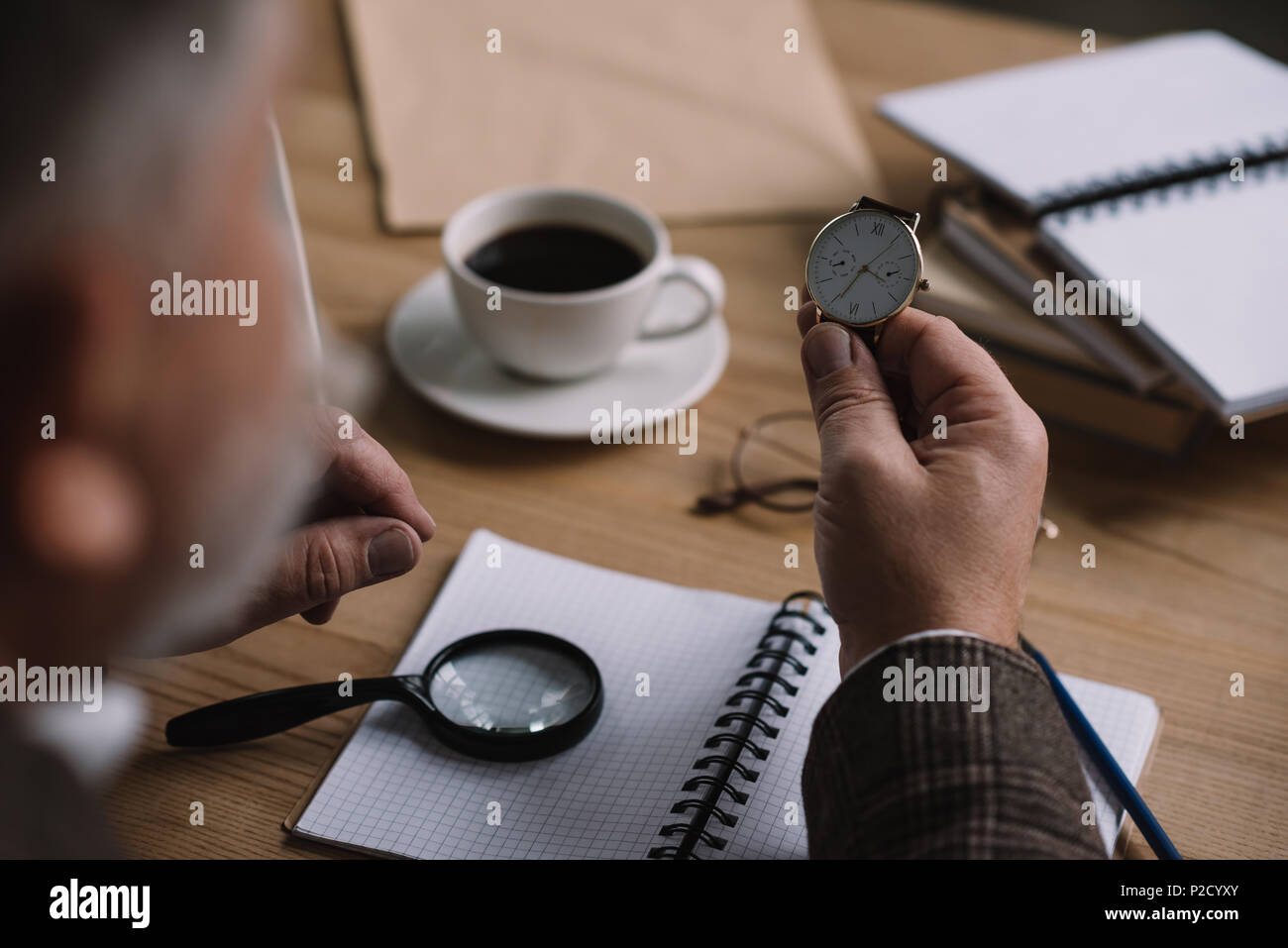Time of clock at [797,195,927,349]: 3:34
